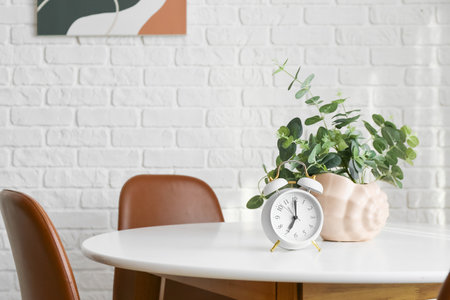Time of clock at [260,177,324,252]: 7:00
